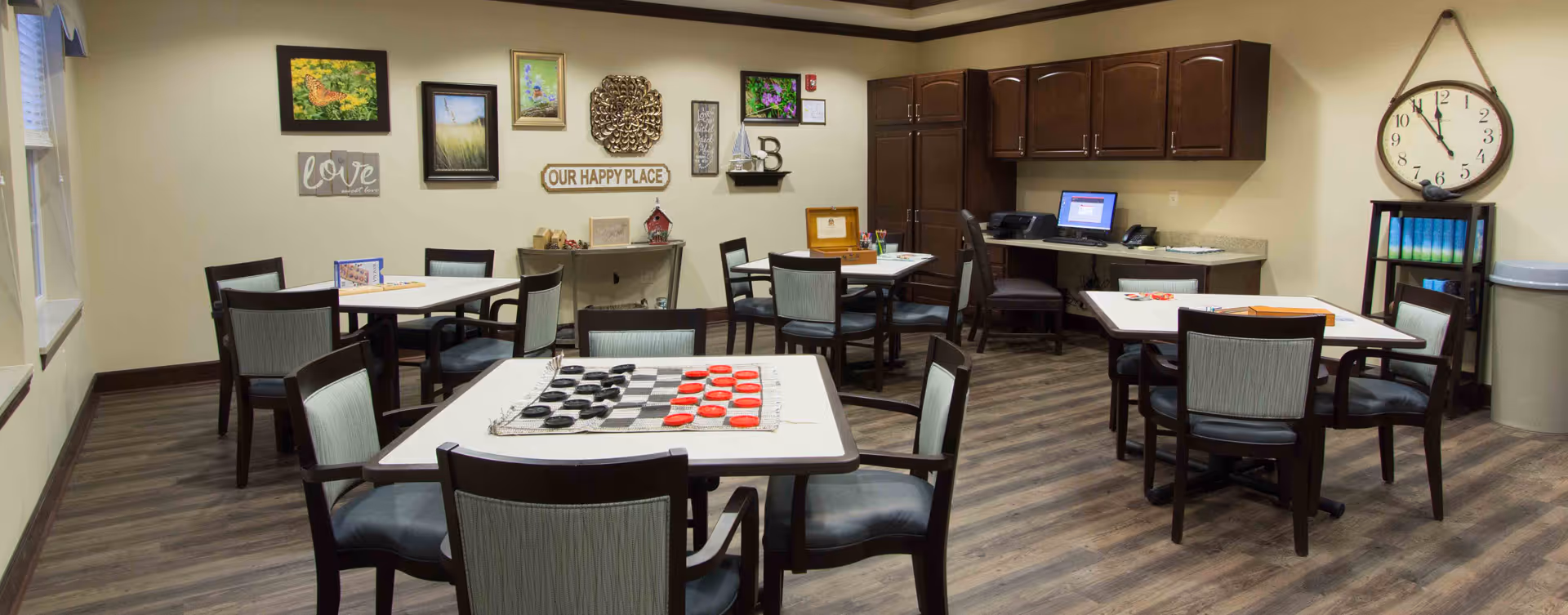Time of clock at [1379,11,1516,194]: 4:54
